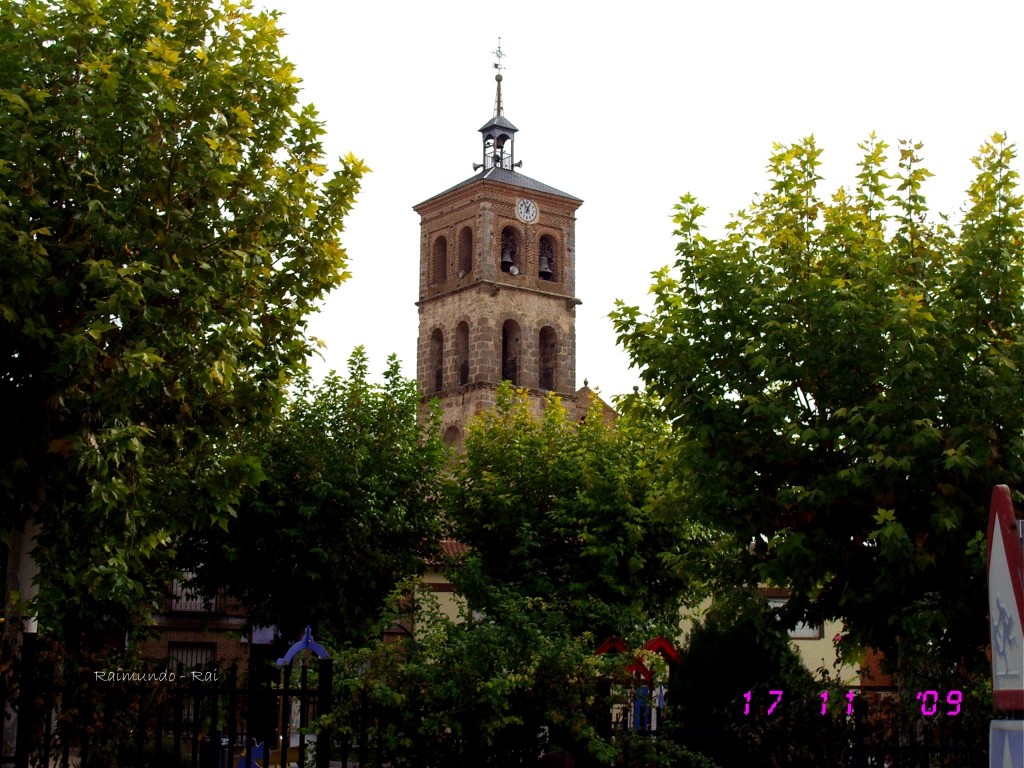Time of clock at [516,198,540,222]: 12:55
